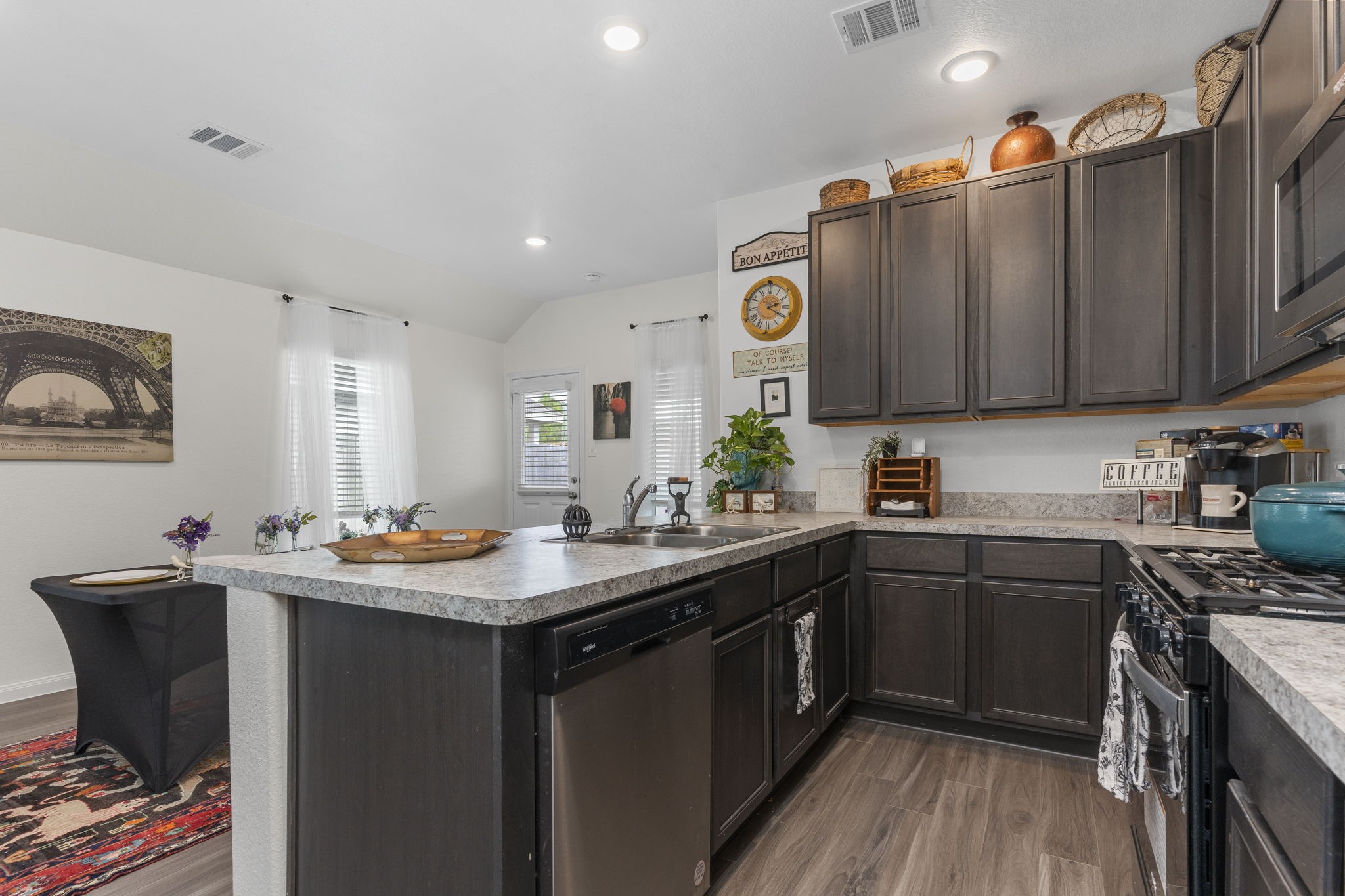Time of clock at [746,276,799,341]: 2:20
